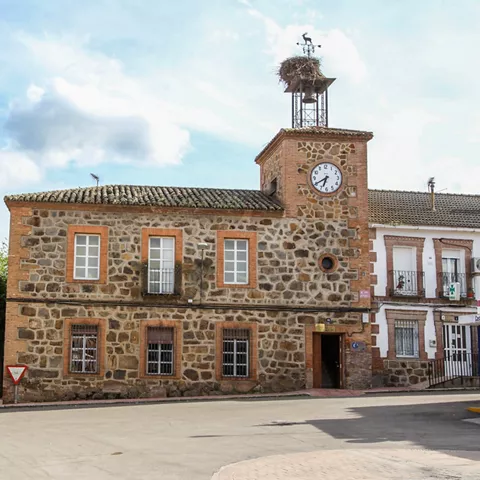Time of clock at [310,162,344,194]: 6:40
